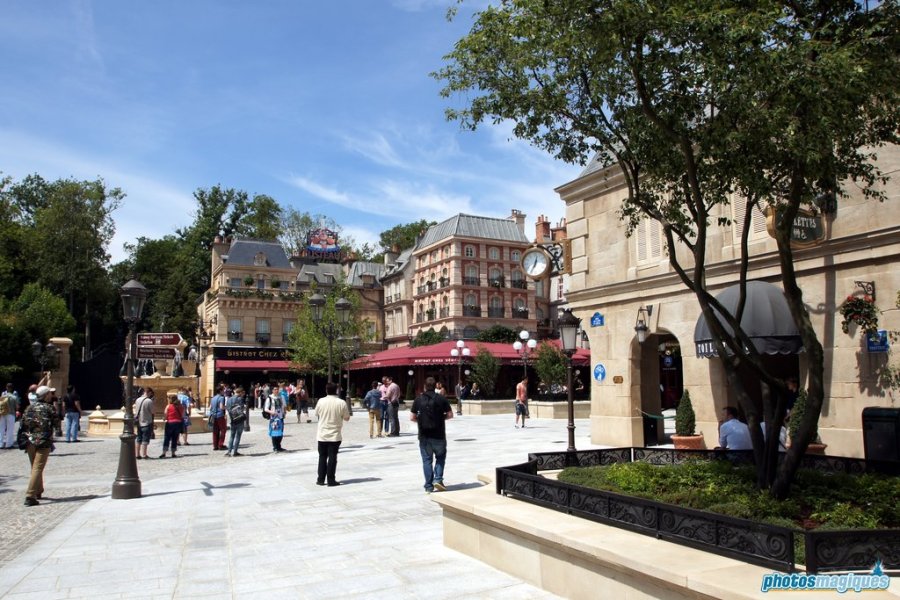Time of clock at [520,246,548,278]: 12:34
